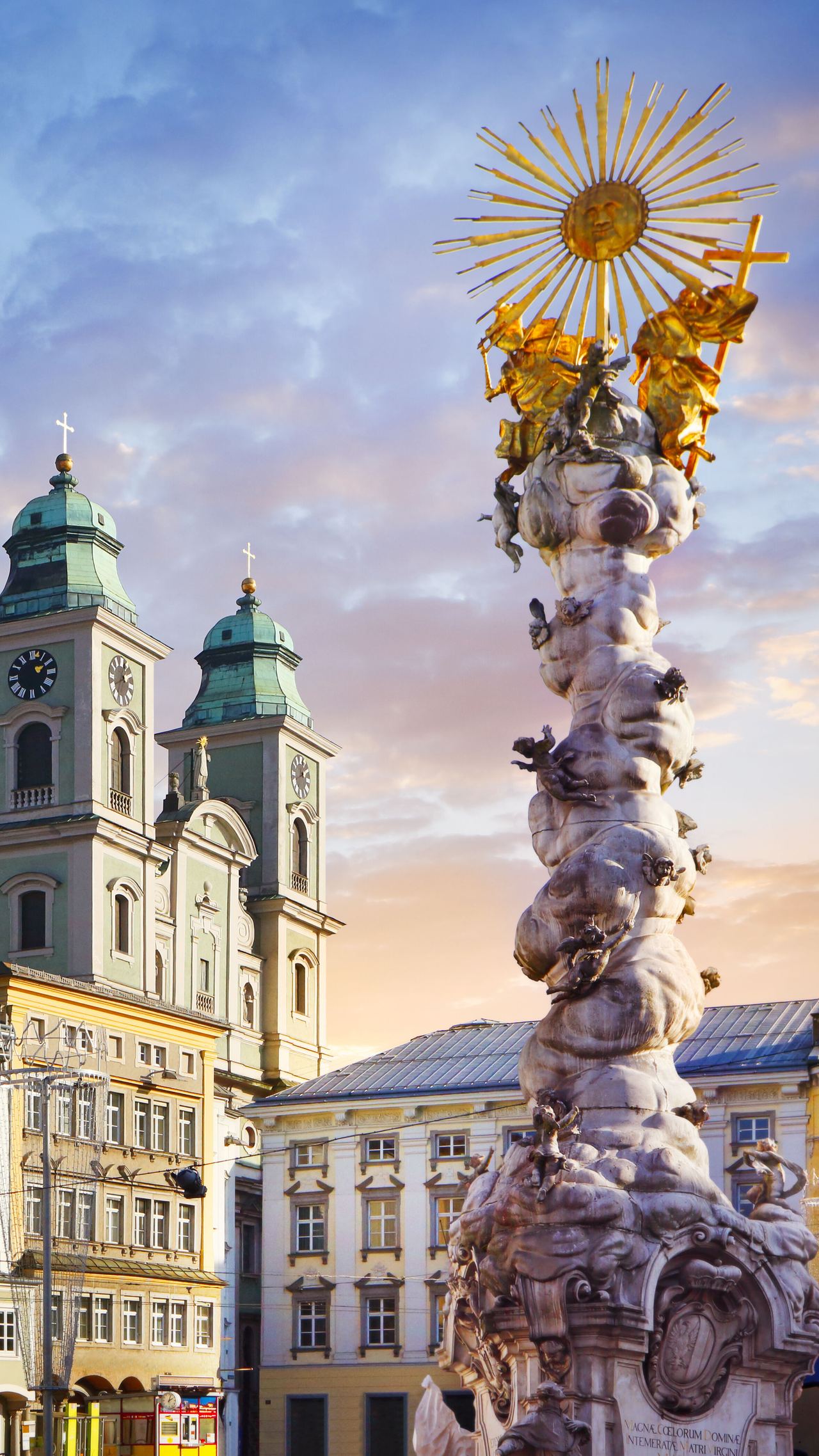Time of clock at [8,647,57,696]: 2:09
